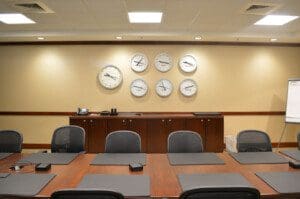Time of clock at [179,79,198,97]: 2:11
